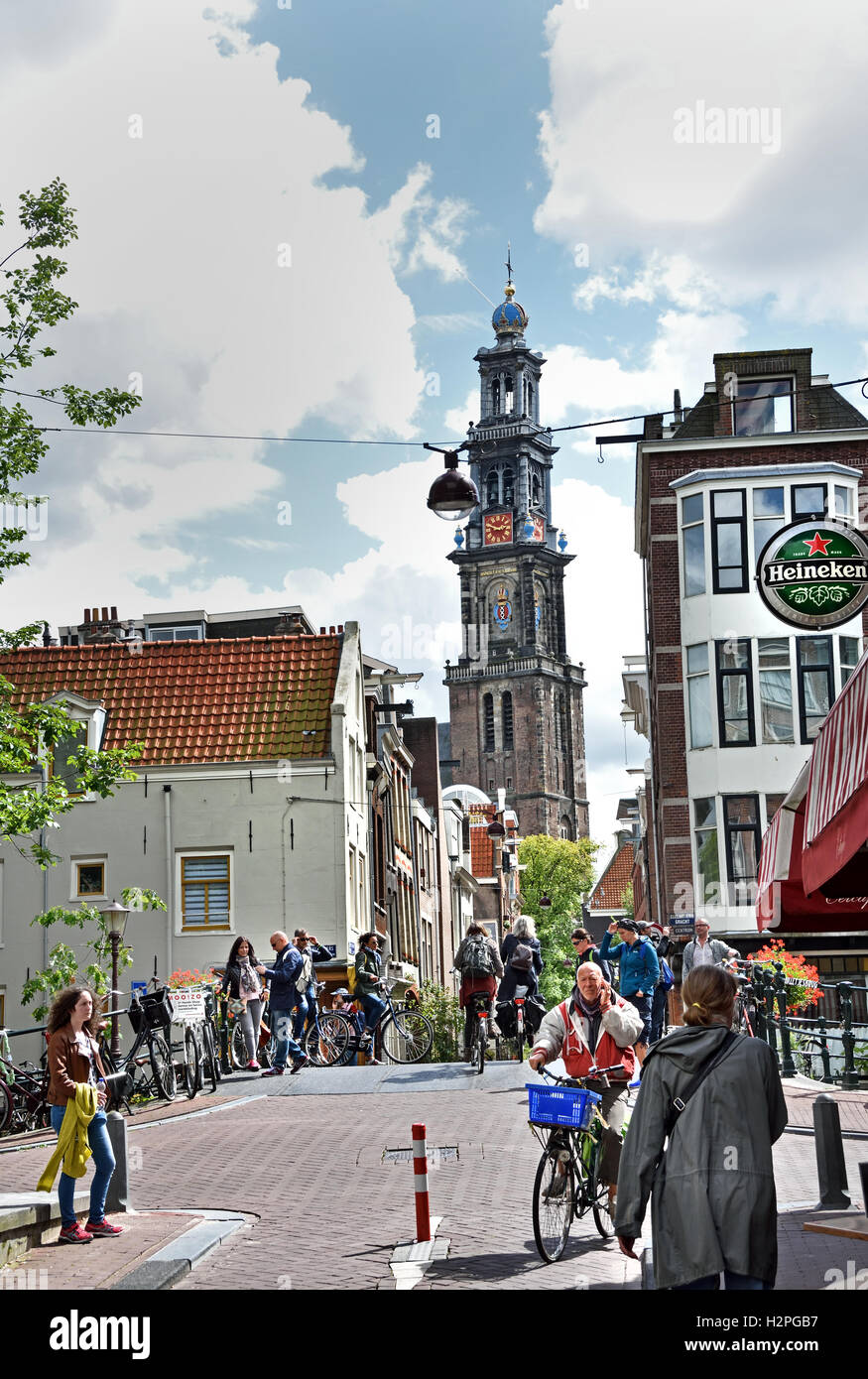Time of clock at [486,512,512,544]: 2:48
